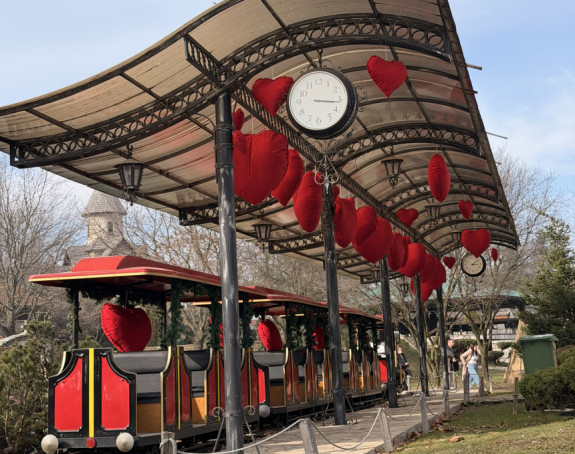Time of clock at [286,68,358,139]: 3:16
